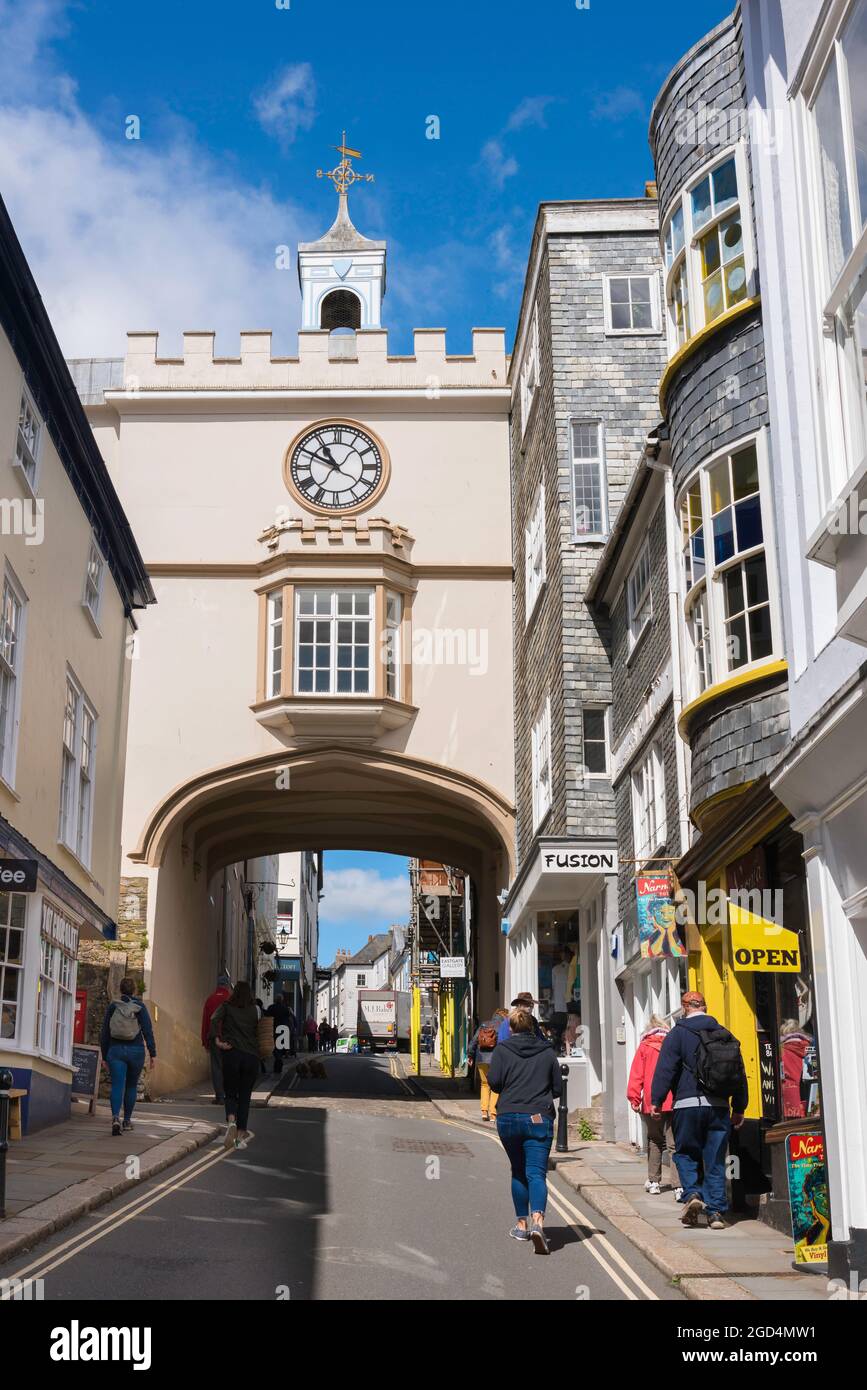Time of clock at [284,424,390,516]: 10:49
